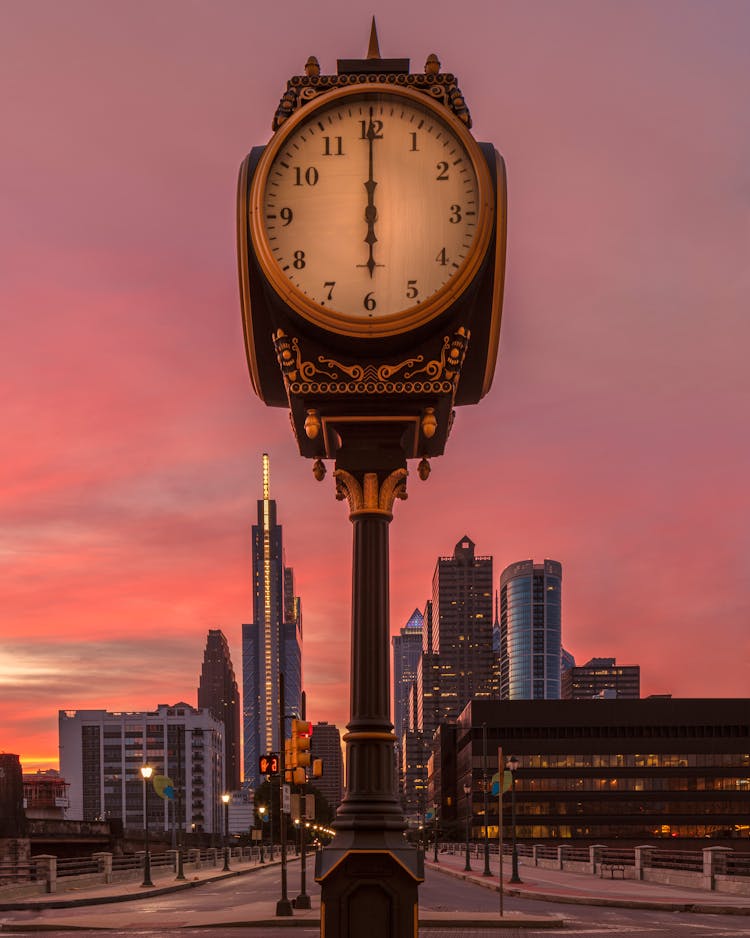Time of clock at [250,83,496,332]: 6:00
